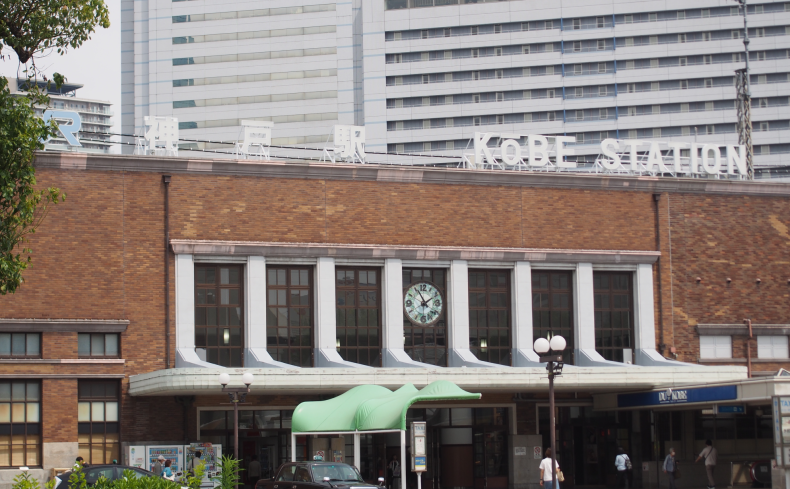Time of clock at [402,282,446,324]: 1:56
